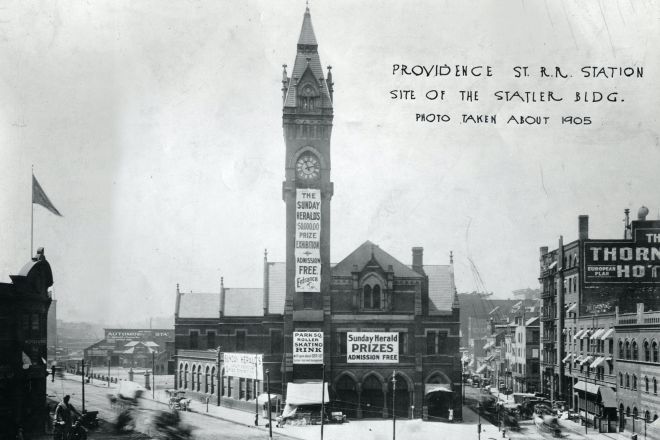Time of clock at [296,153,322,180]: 11:12
